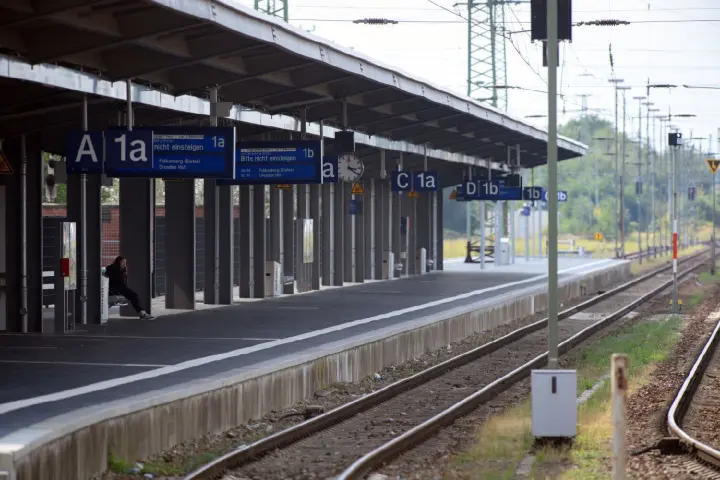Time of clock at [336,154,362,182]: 3:21
